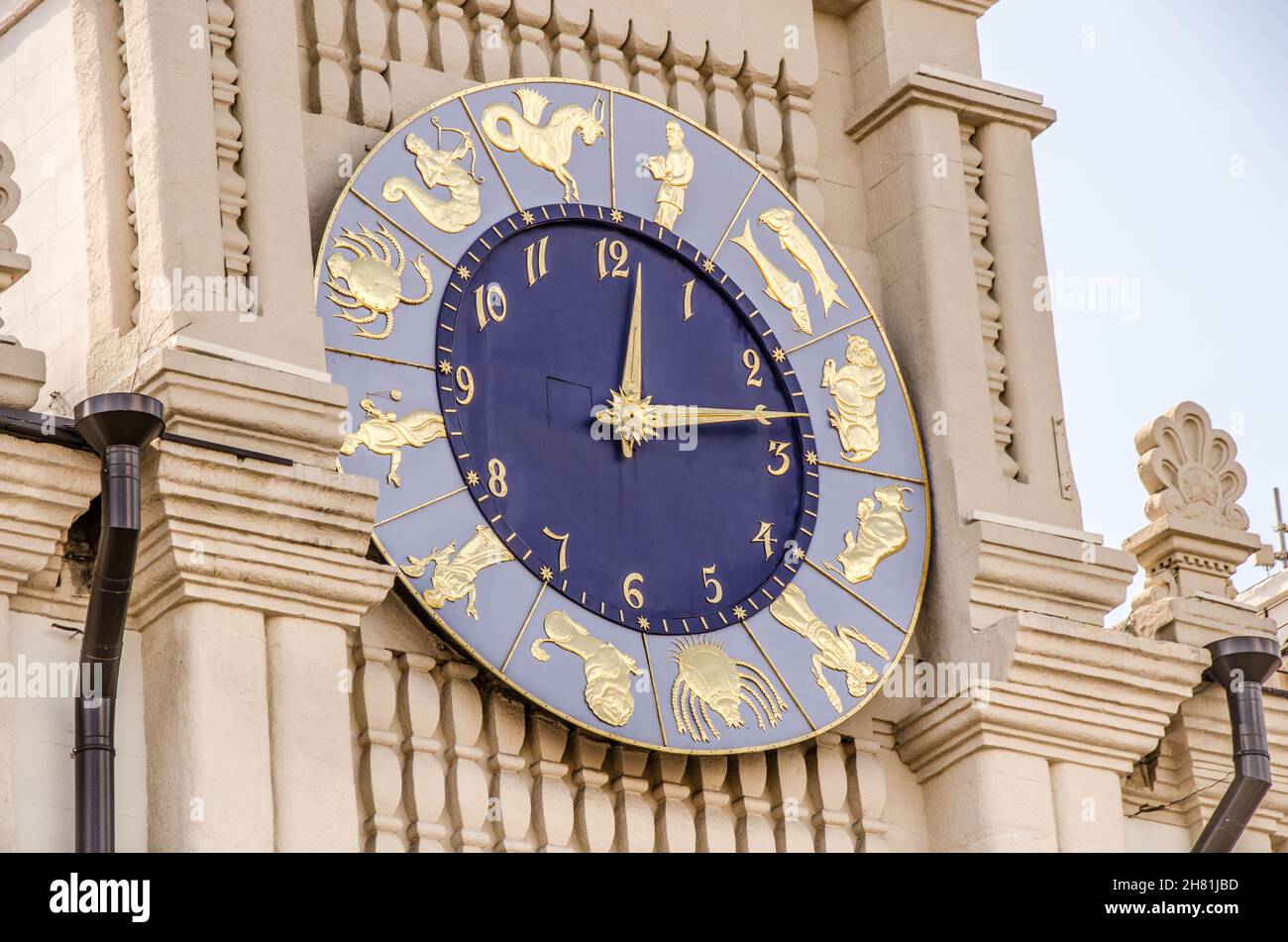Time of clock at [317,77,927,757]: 12:13
